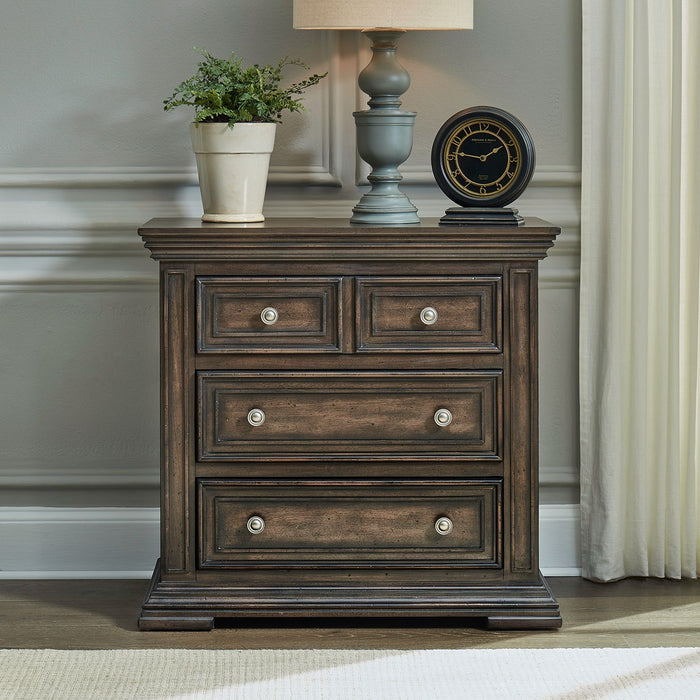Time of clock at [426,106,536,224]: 1:46
